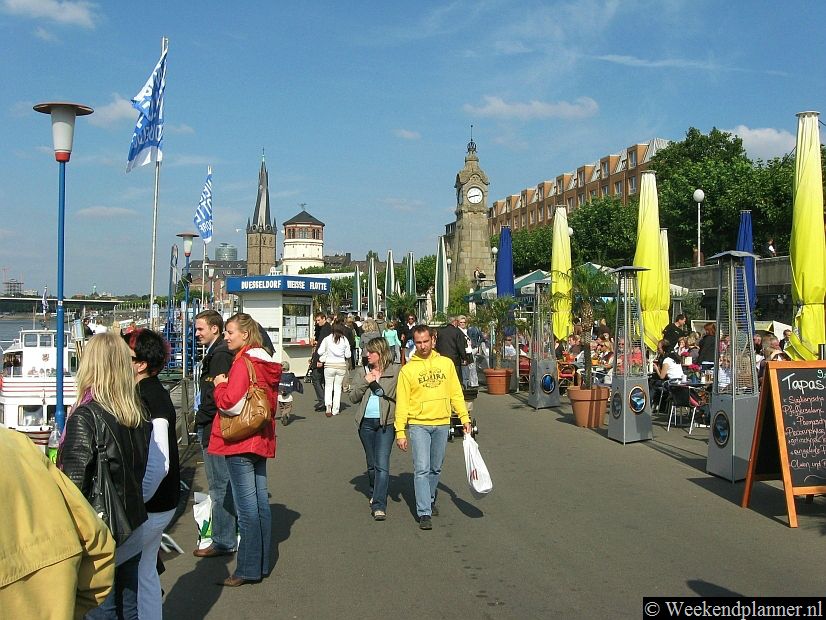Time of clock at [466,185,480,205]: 2:42
